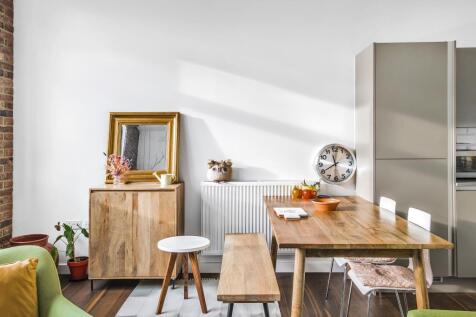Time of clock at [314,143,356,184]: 11:40
